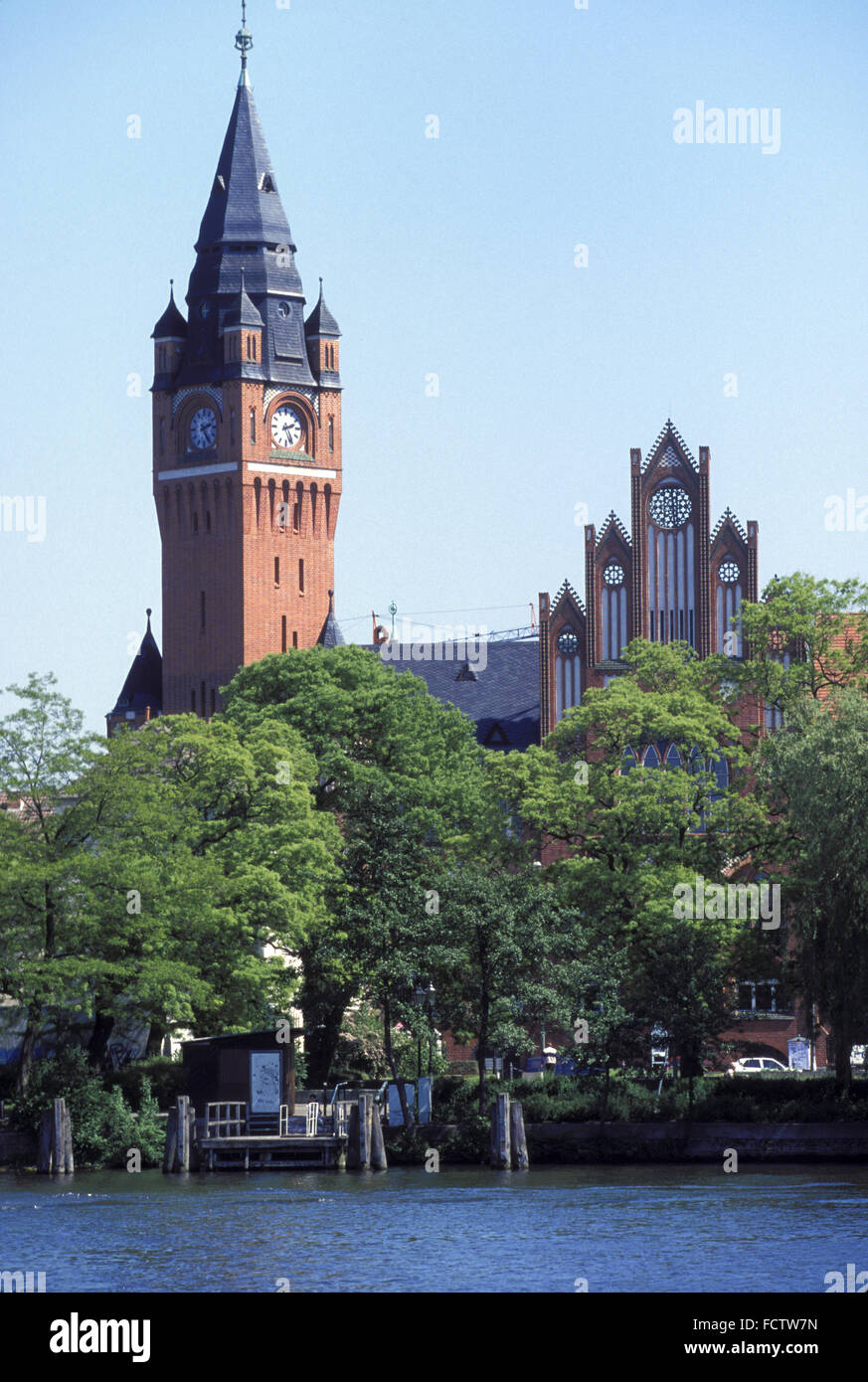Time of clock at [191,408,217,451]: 2:24
